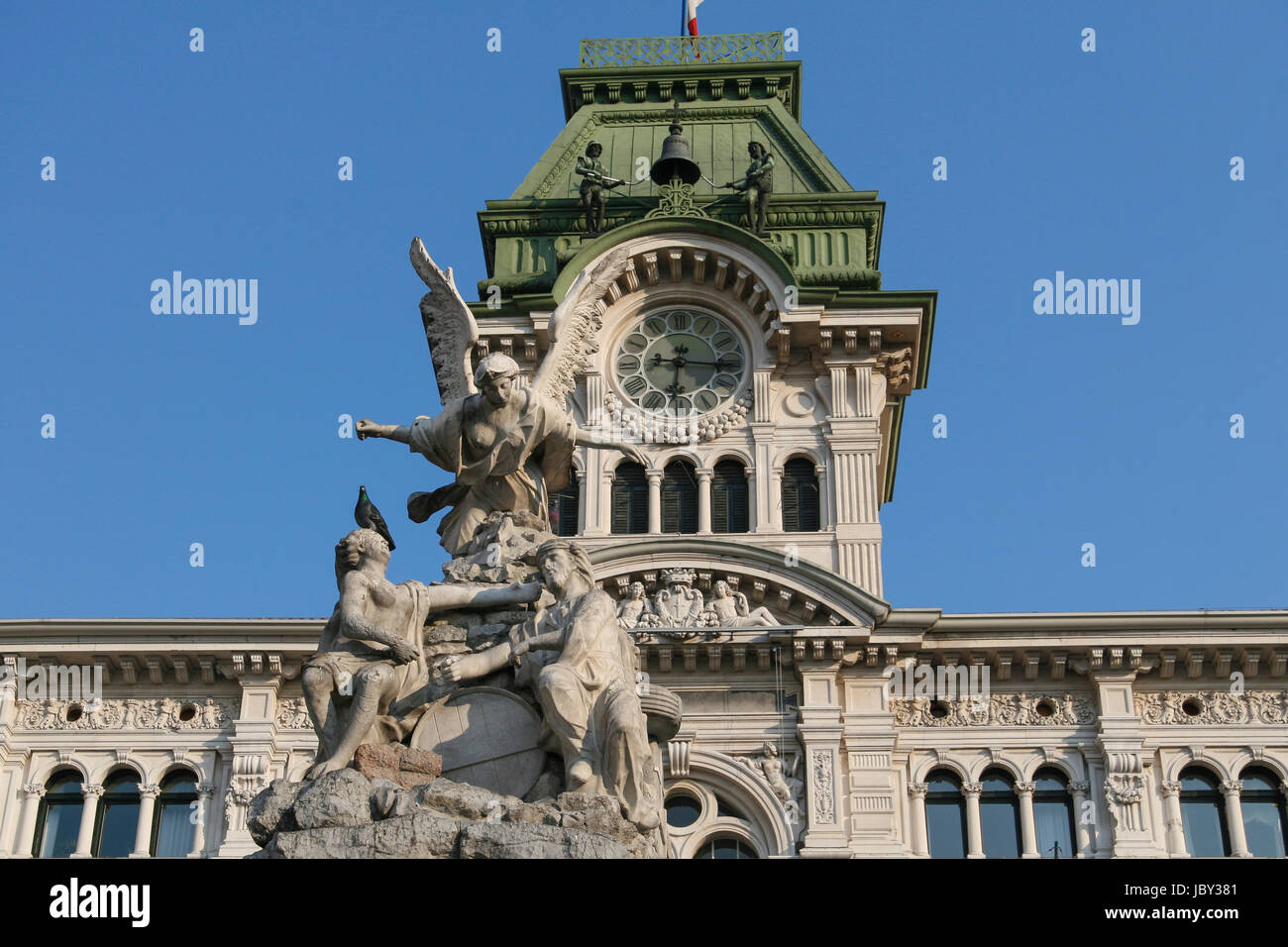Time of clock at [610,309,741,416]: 6:15
